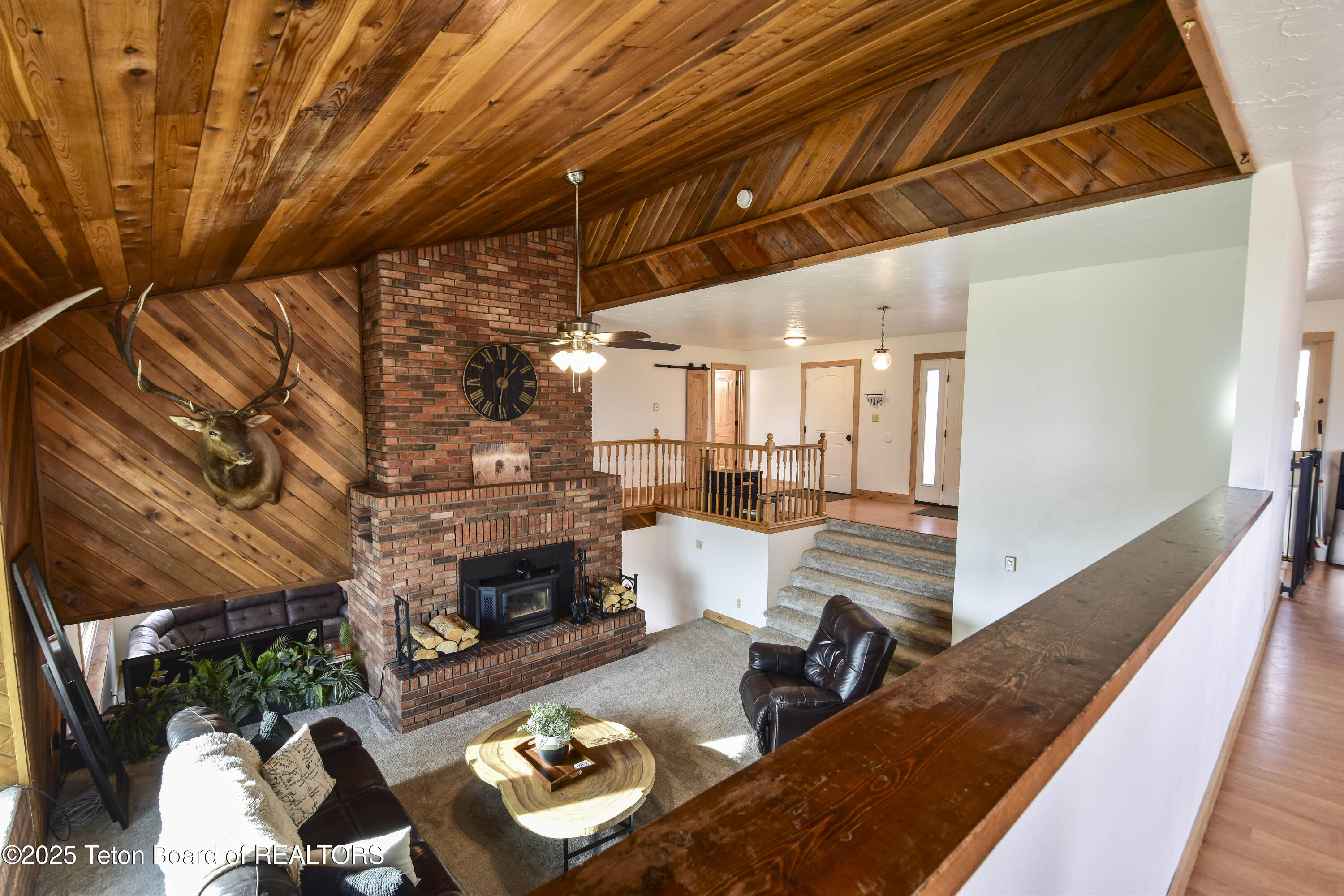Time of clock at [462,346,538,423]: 12:31
